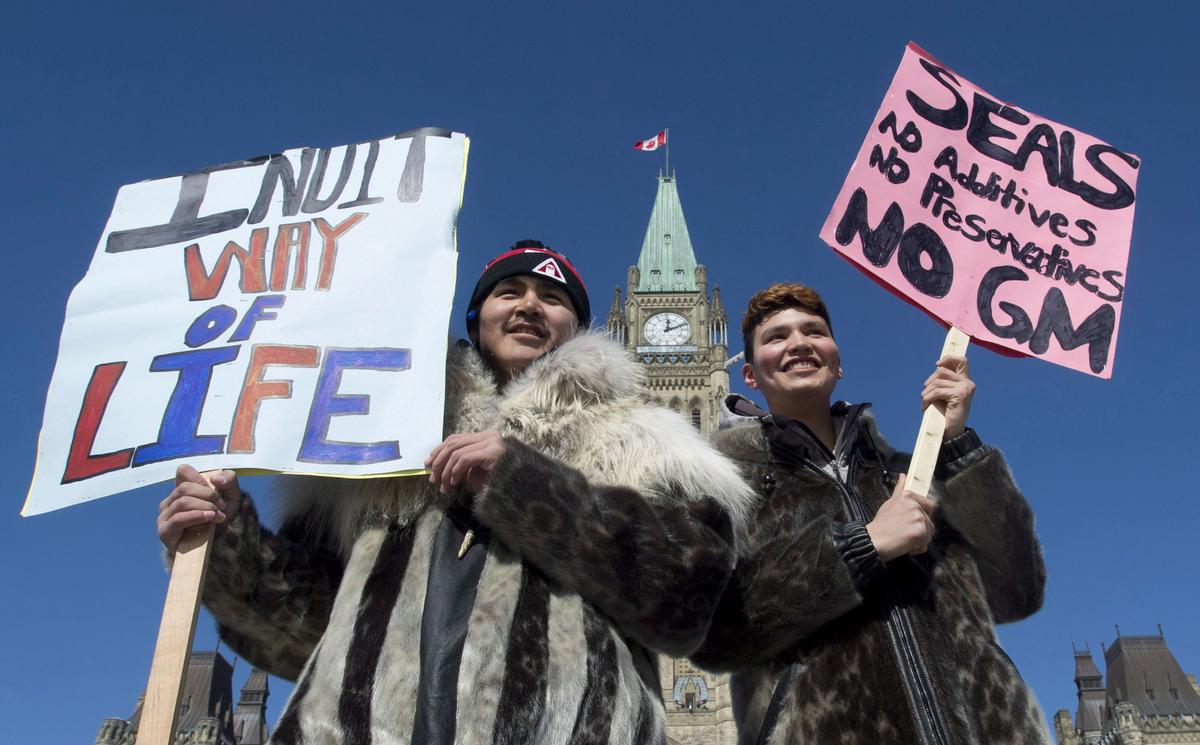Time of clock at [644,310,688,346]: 12:11
